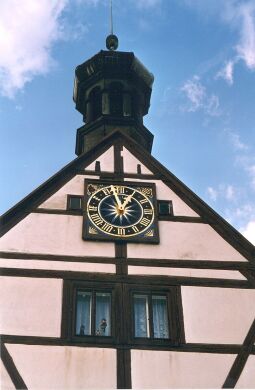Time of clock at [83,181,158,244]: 12:57
